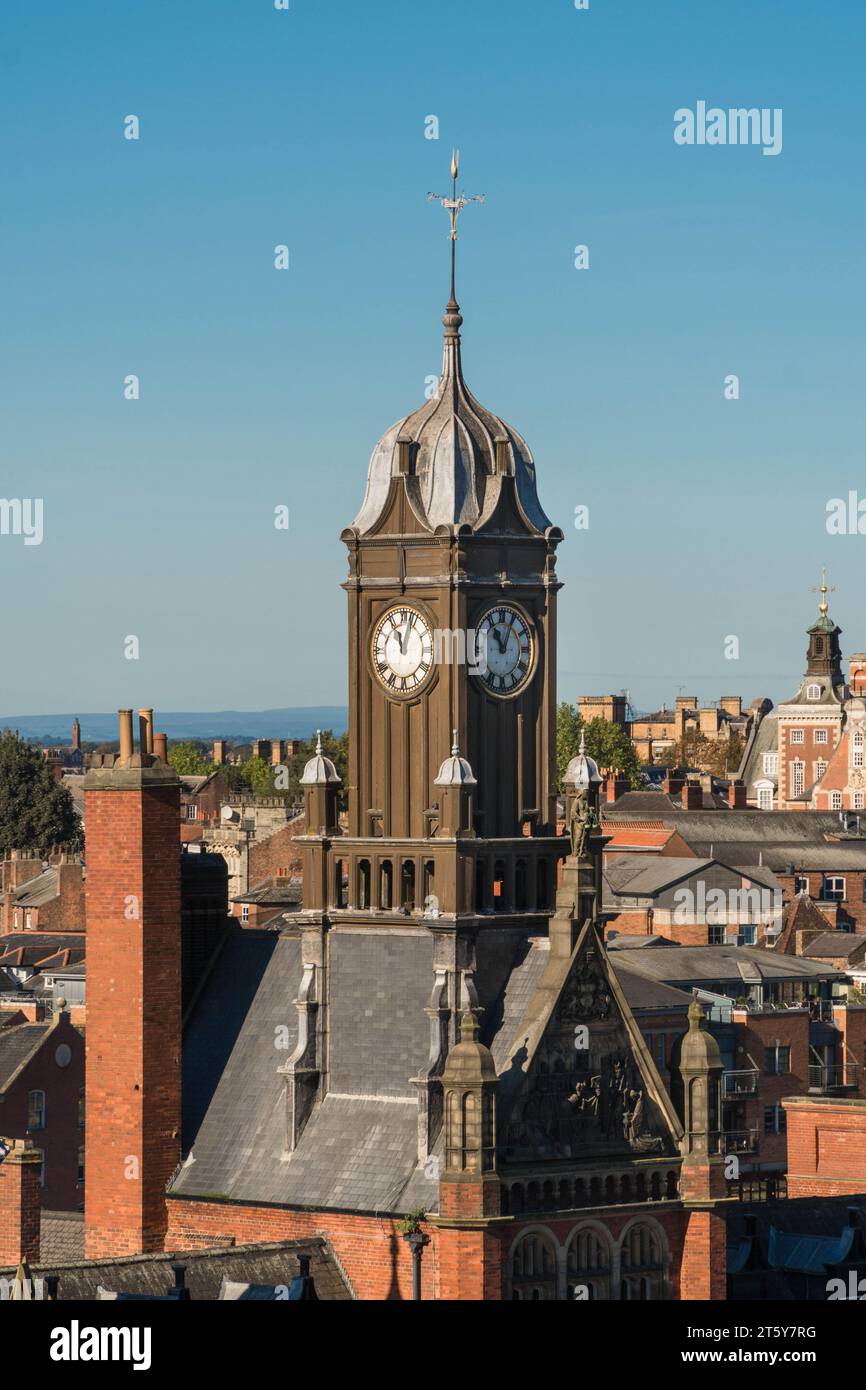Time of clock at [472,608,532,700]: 11:04
